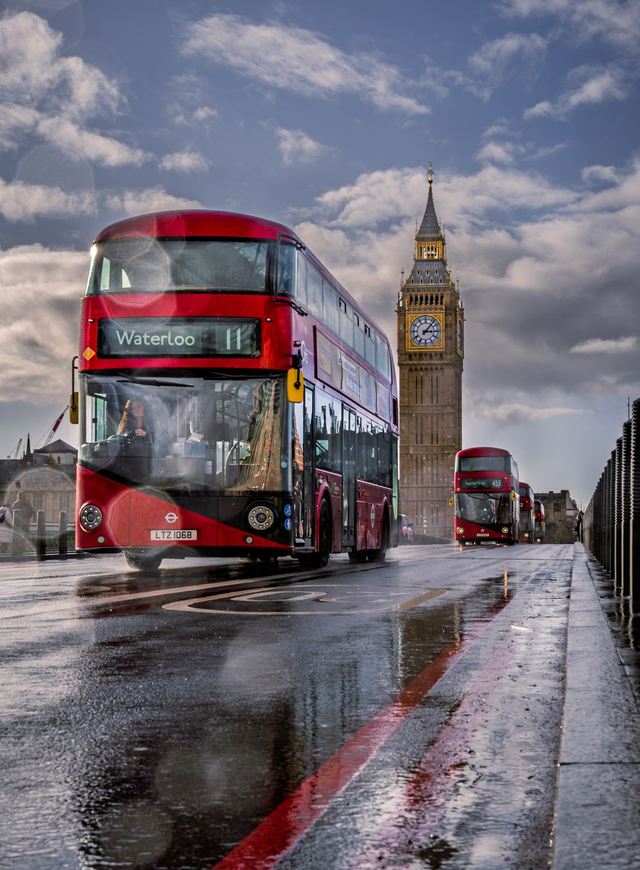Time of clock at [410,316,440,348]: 3:06
